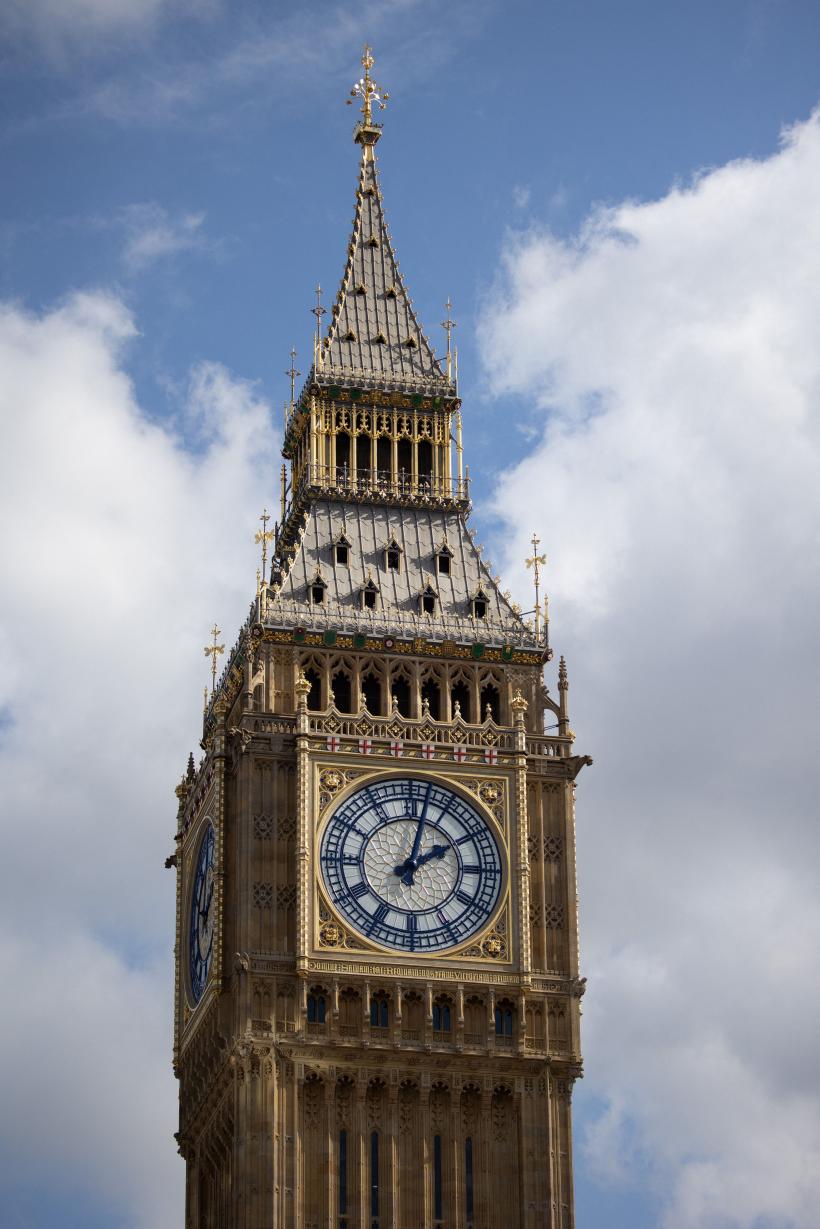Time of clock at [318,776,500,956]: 2:02
